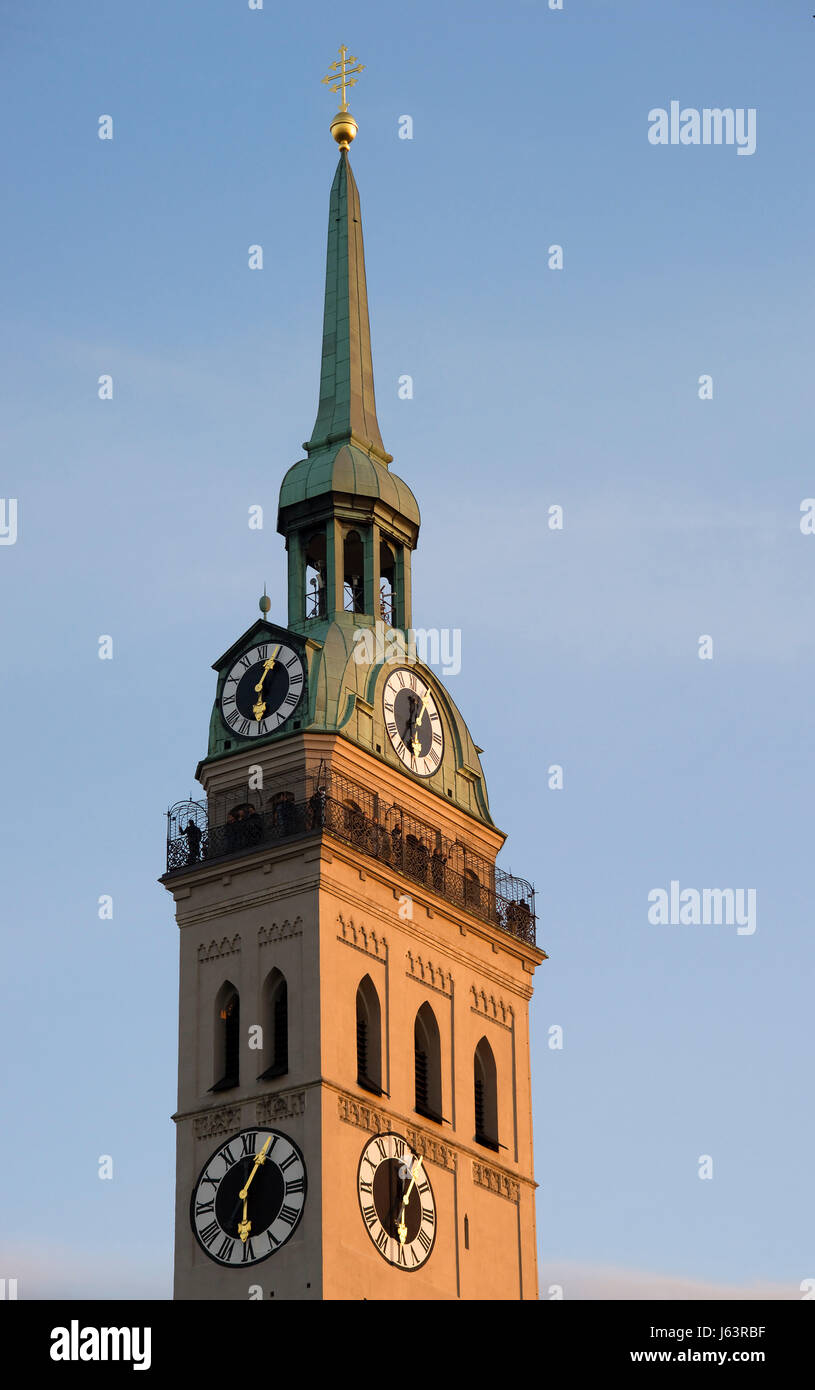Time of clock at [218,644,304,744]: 6:05
